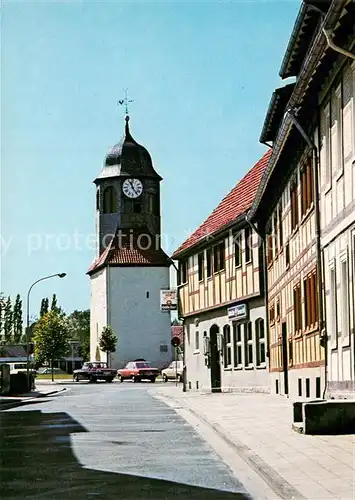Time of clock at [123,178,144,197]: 11:24
